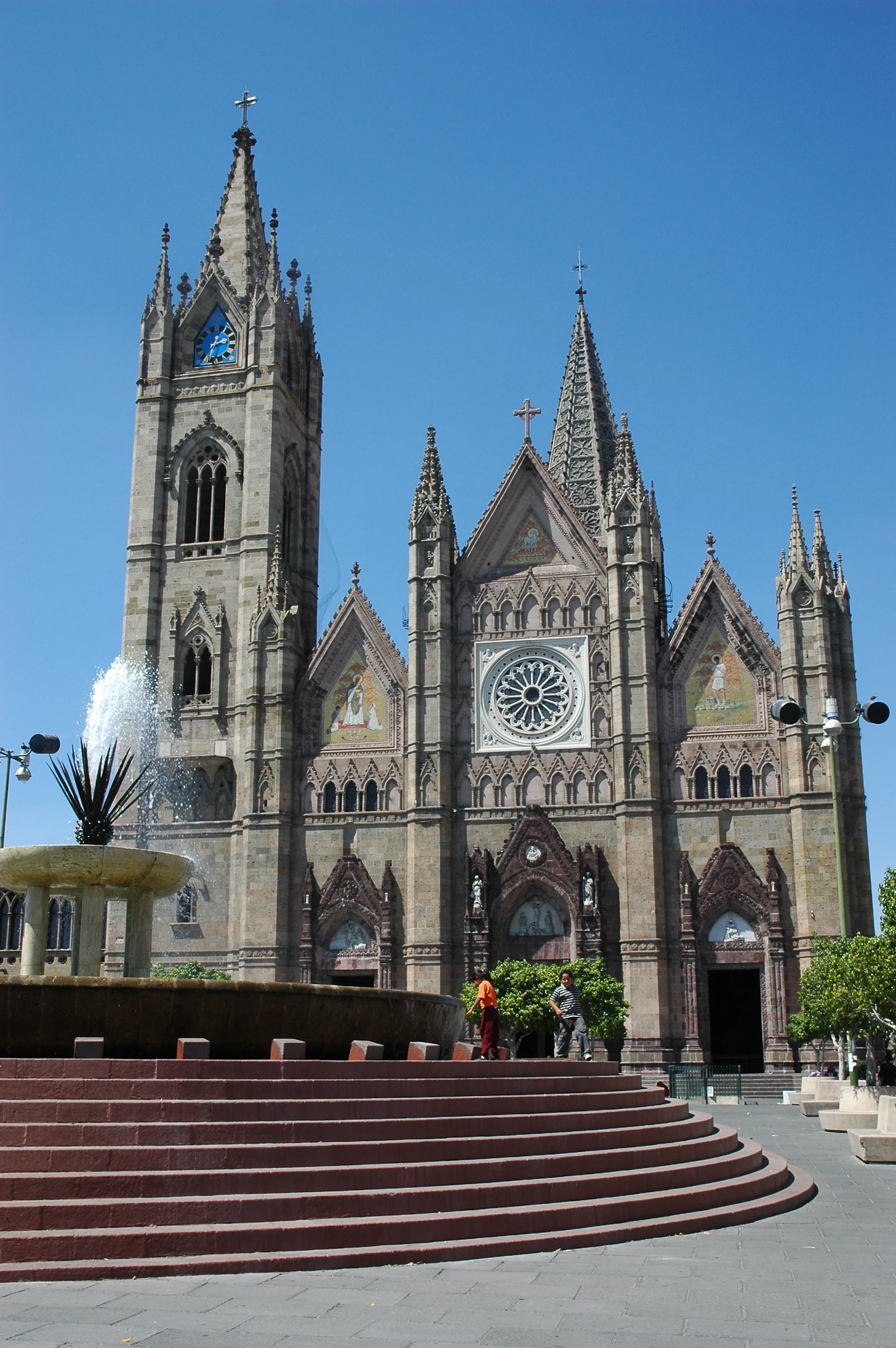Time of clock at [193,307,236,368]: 2:33
